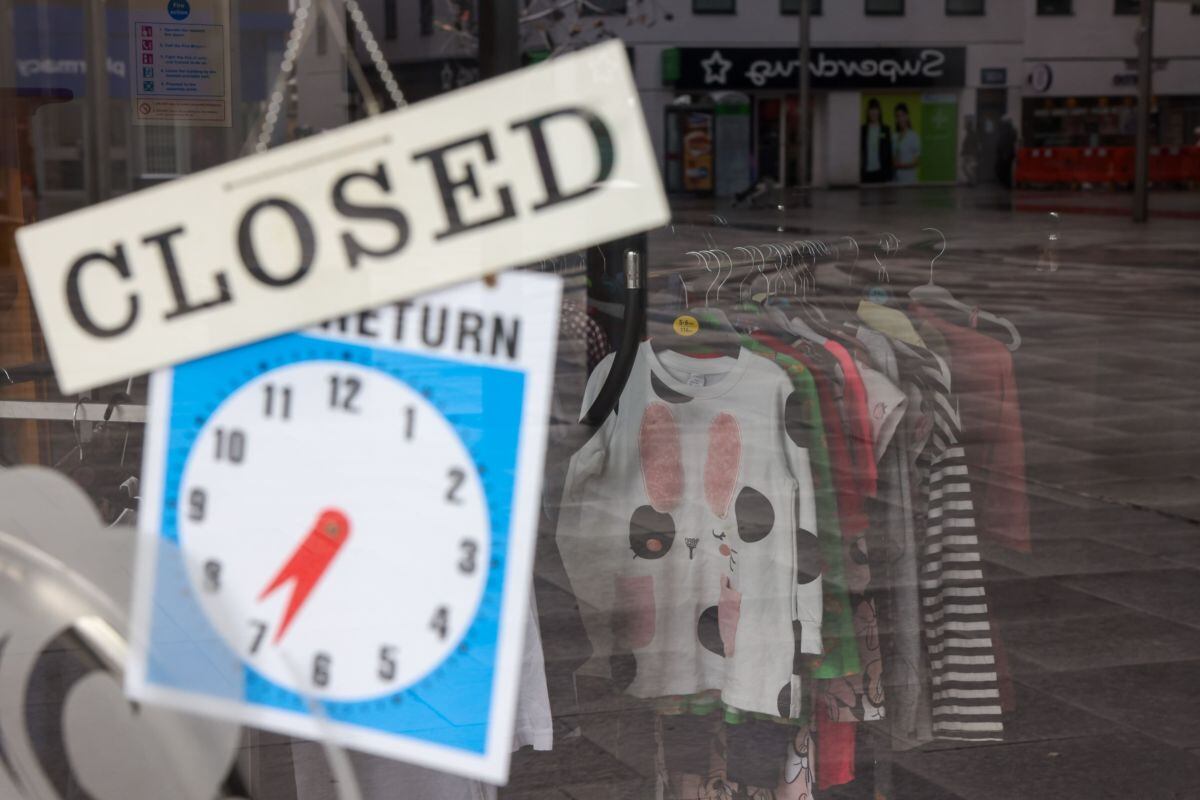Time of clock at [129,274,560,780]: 7:34
